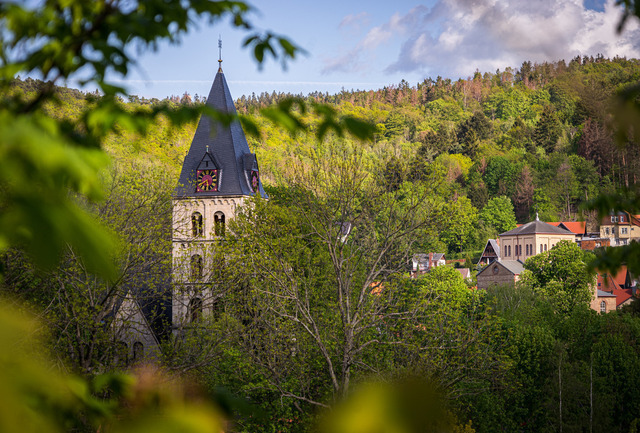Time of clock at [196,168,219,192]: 5:40
